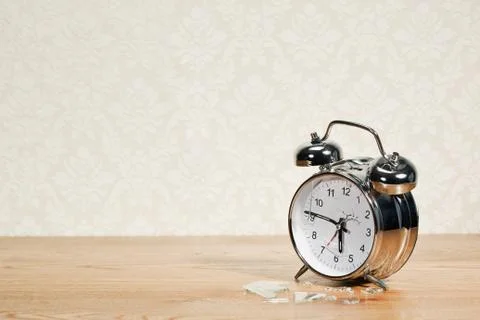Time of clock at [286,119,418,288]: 5:46
